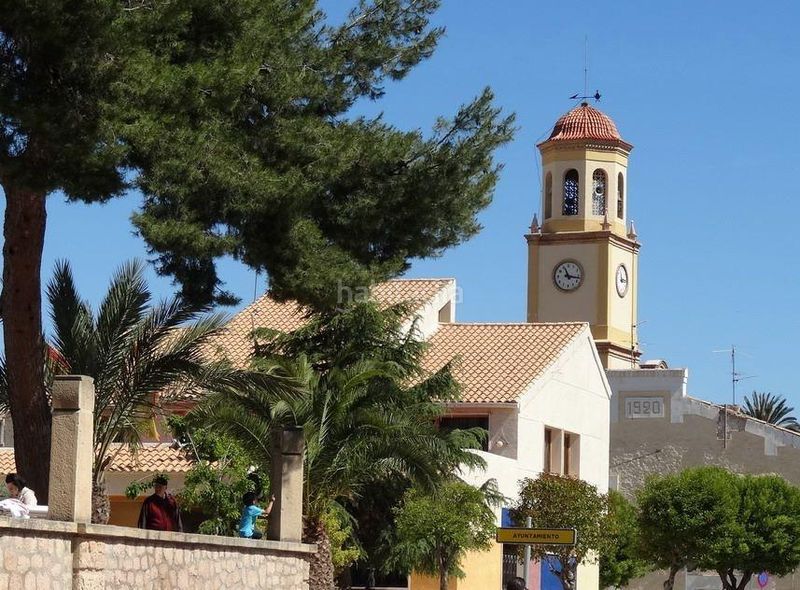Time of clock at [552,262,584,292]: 11:16
